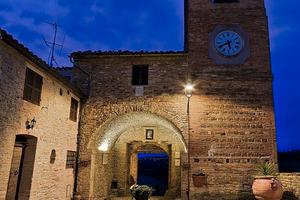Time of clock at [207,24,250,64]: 5:40
